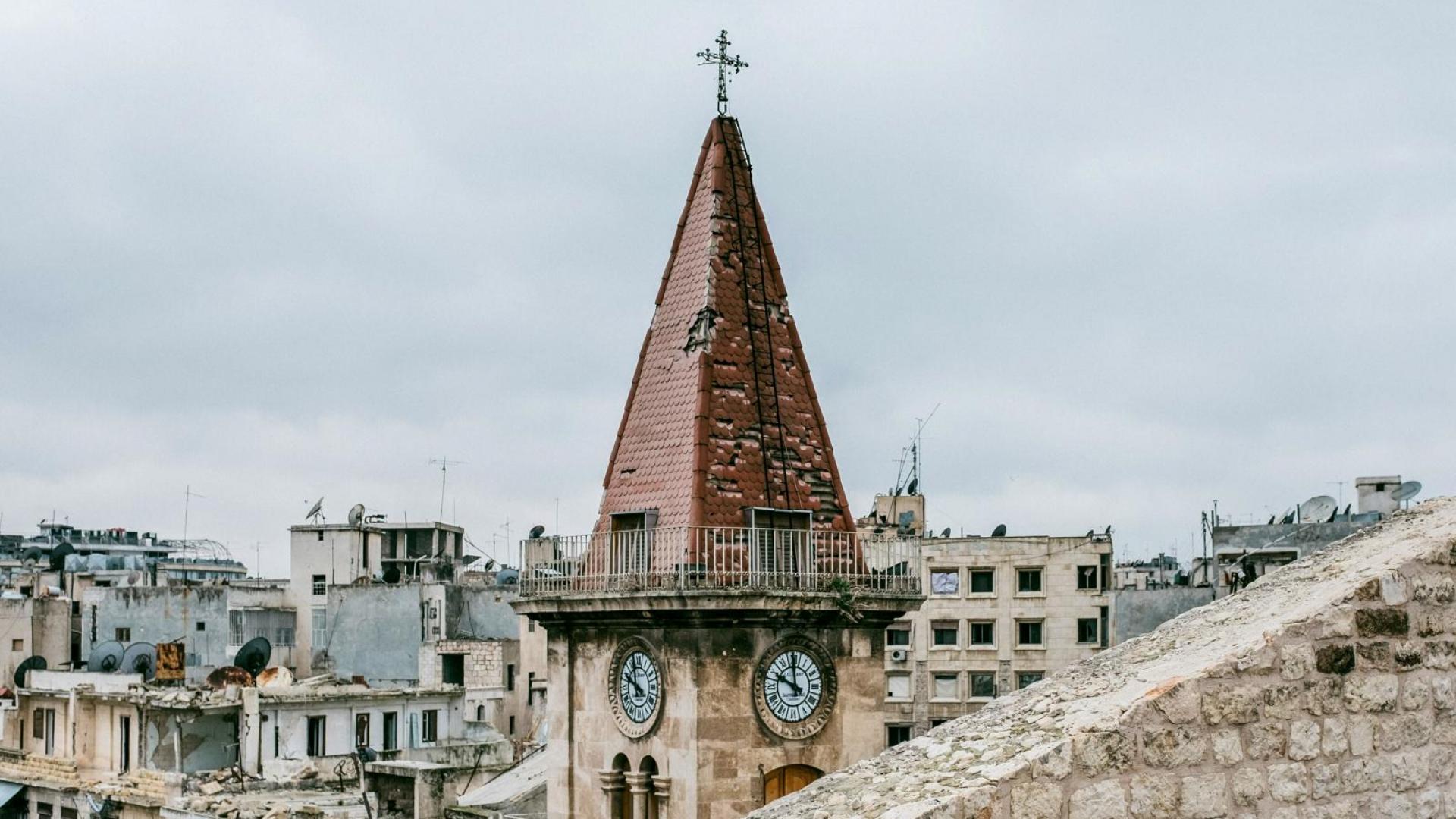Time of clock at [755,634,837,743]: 11:48
